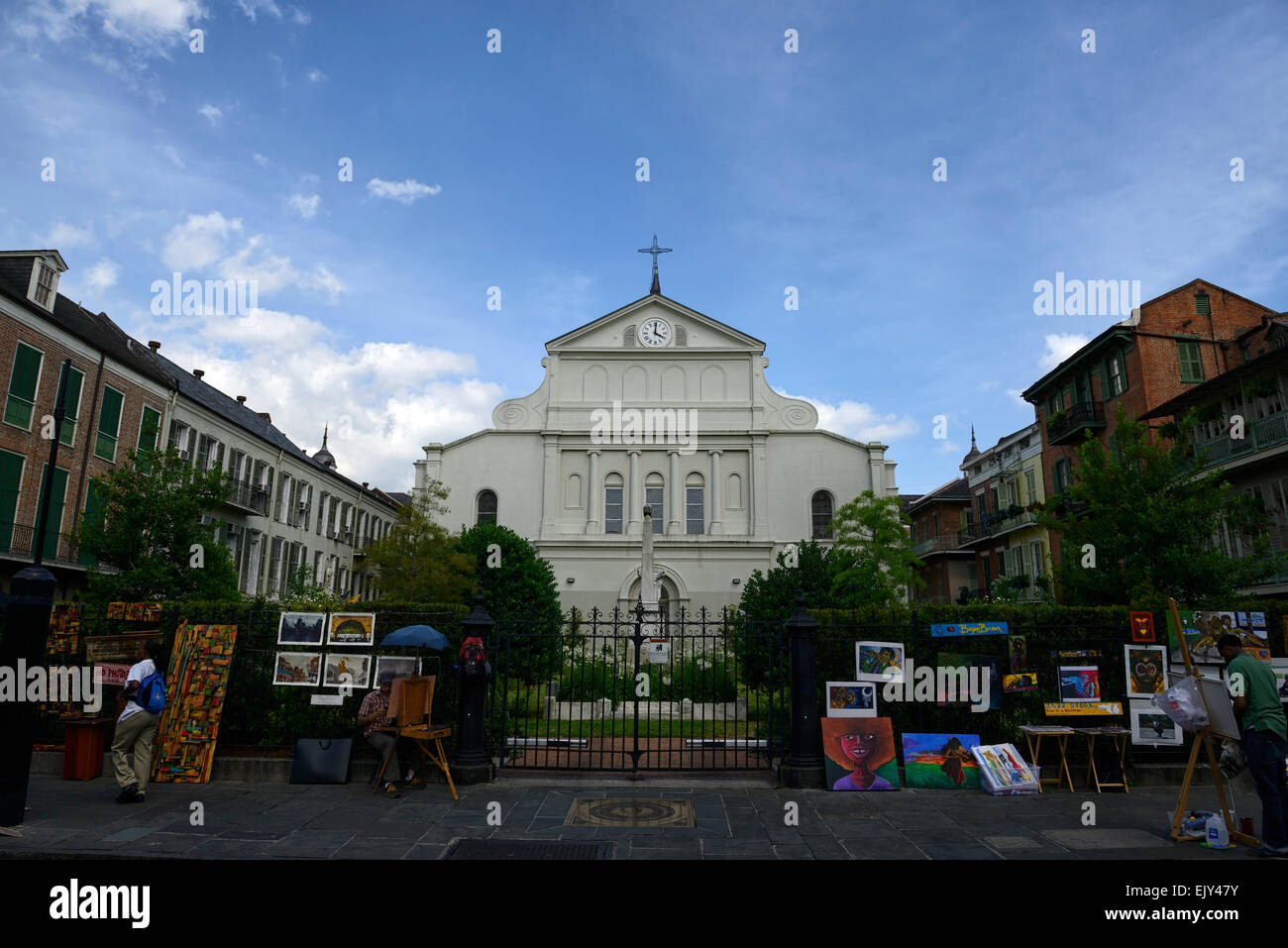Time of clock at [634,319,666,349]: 4:01
